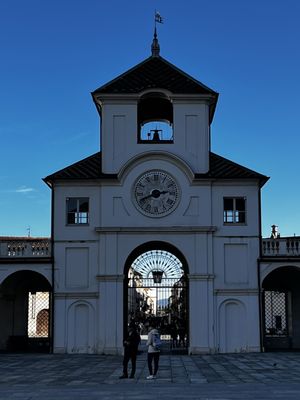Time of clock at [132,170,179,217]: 2:40
